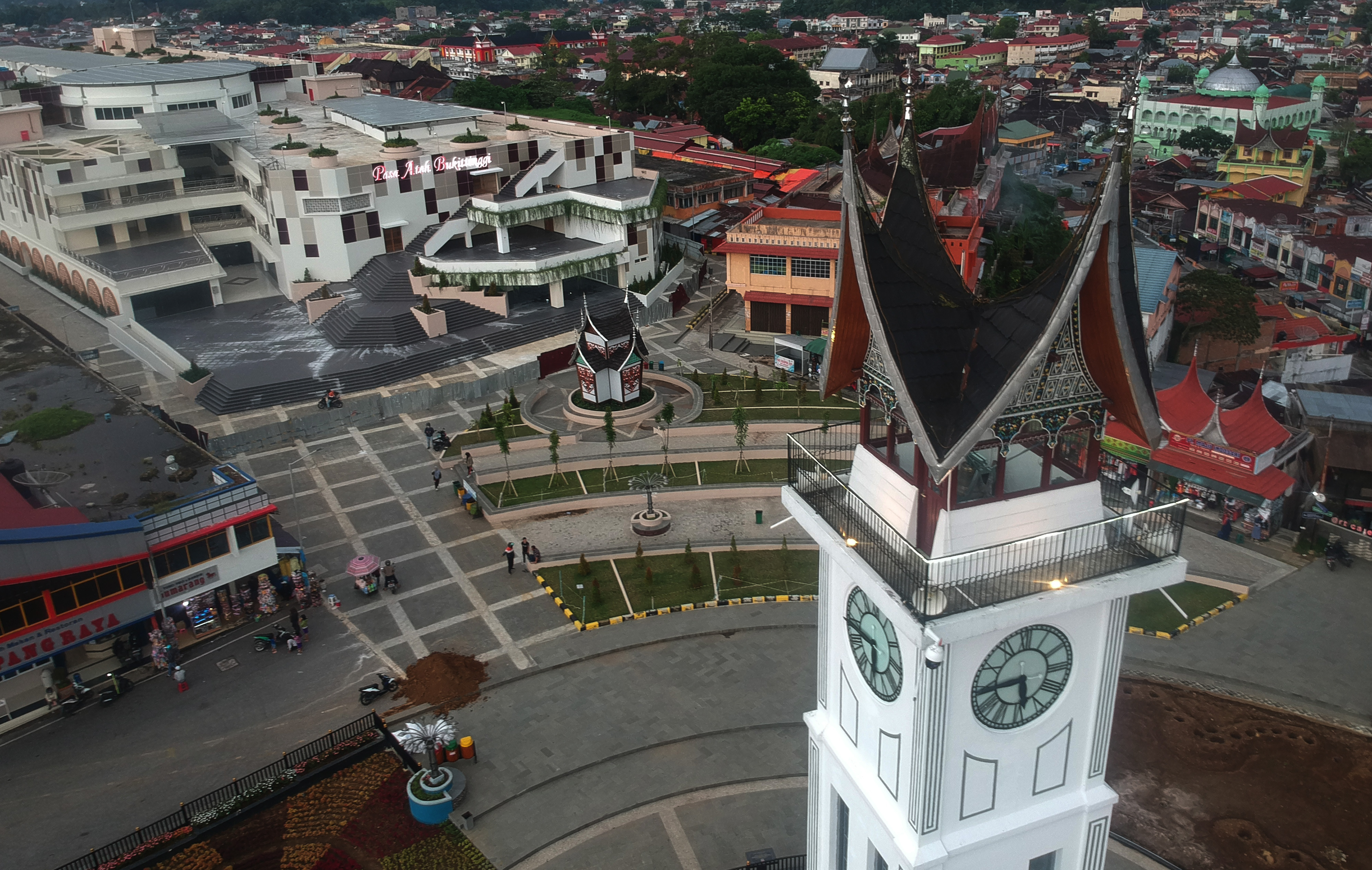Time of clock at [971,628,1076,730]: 5:44
